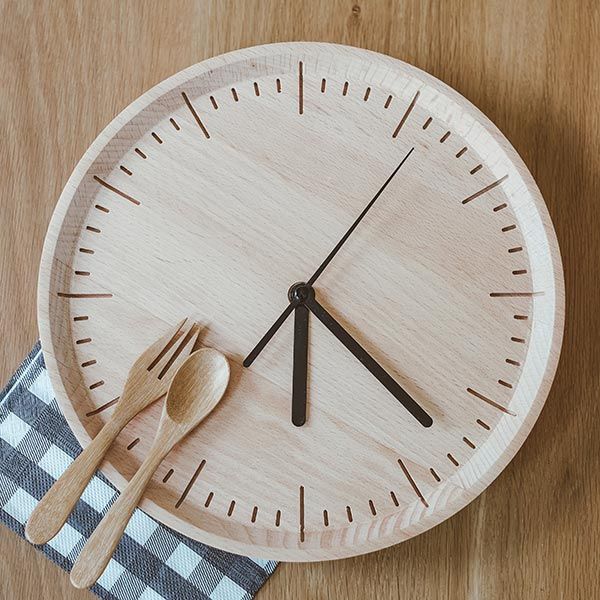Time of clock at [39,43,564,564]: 6:22
